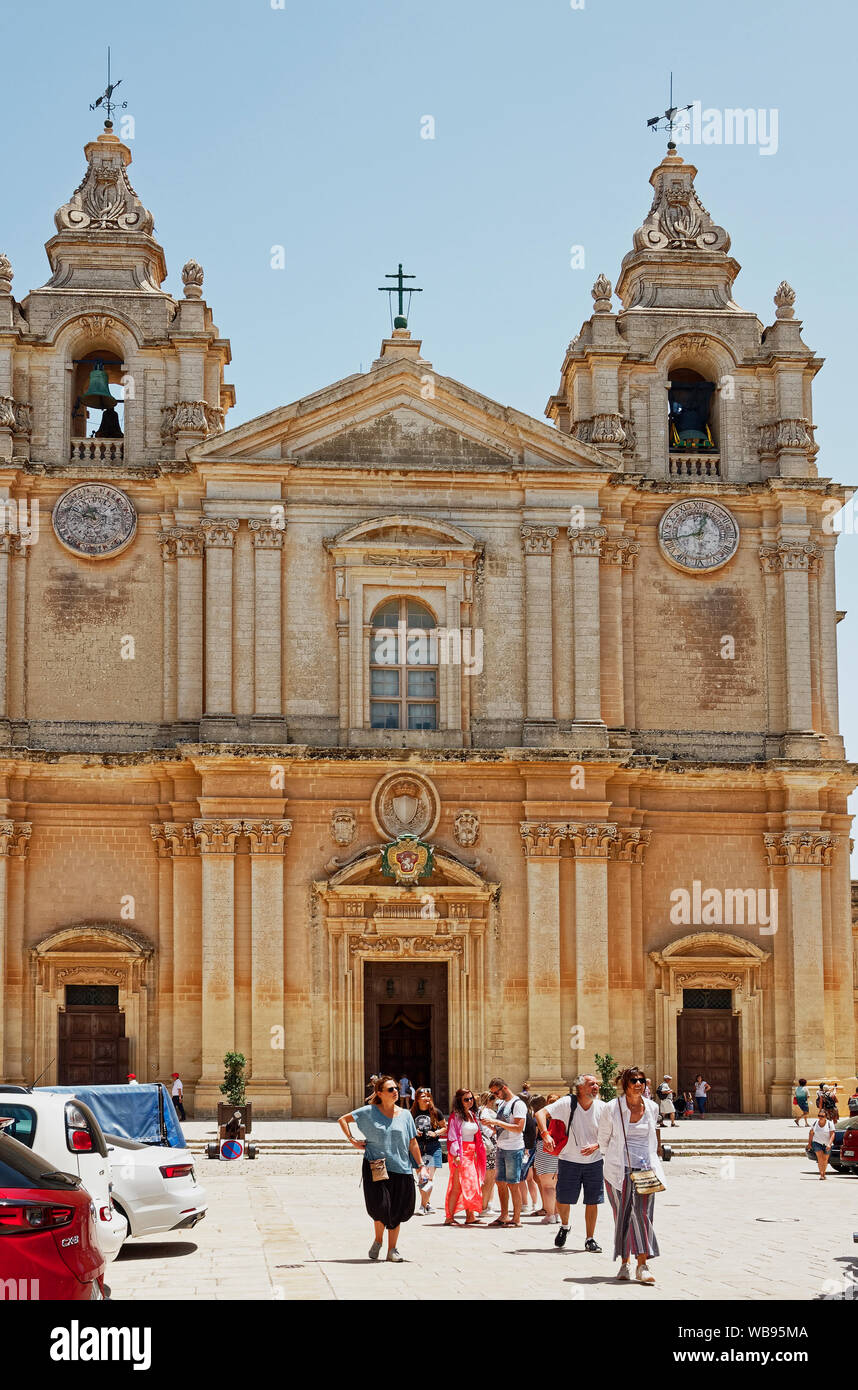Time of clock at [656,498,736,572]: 12:42
